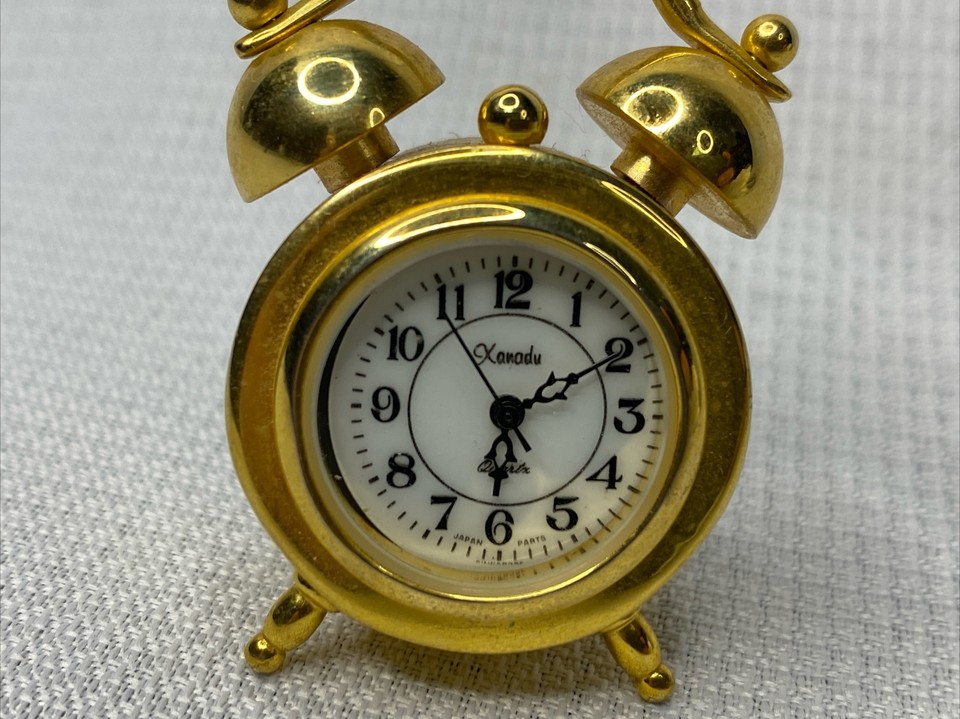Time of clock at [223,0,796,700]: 6:10
